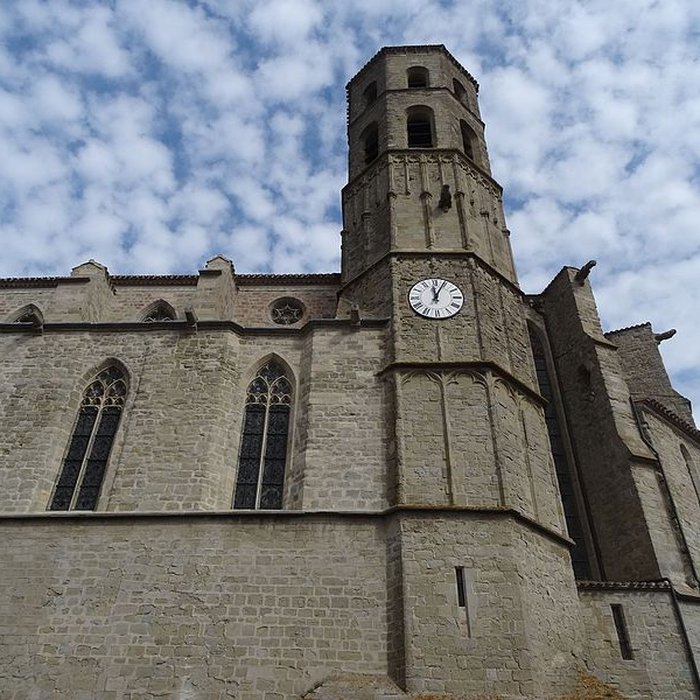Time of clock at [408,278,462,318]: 12:04
